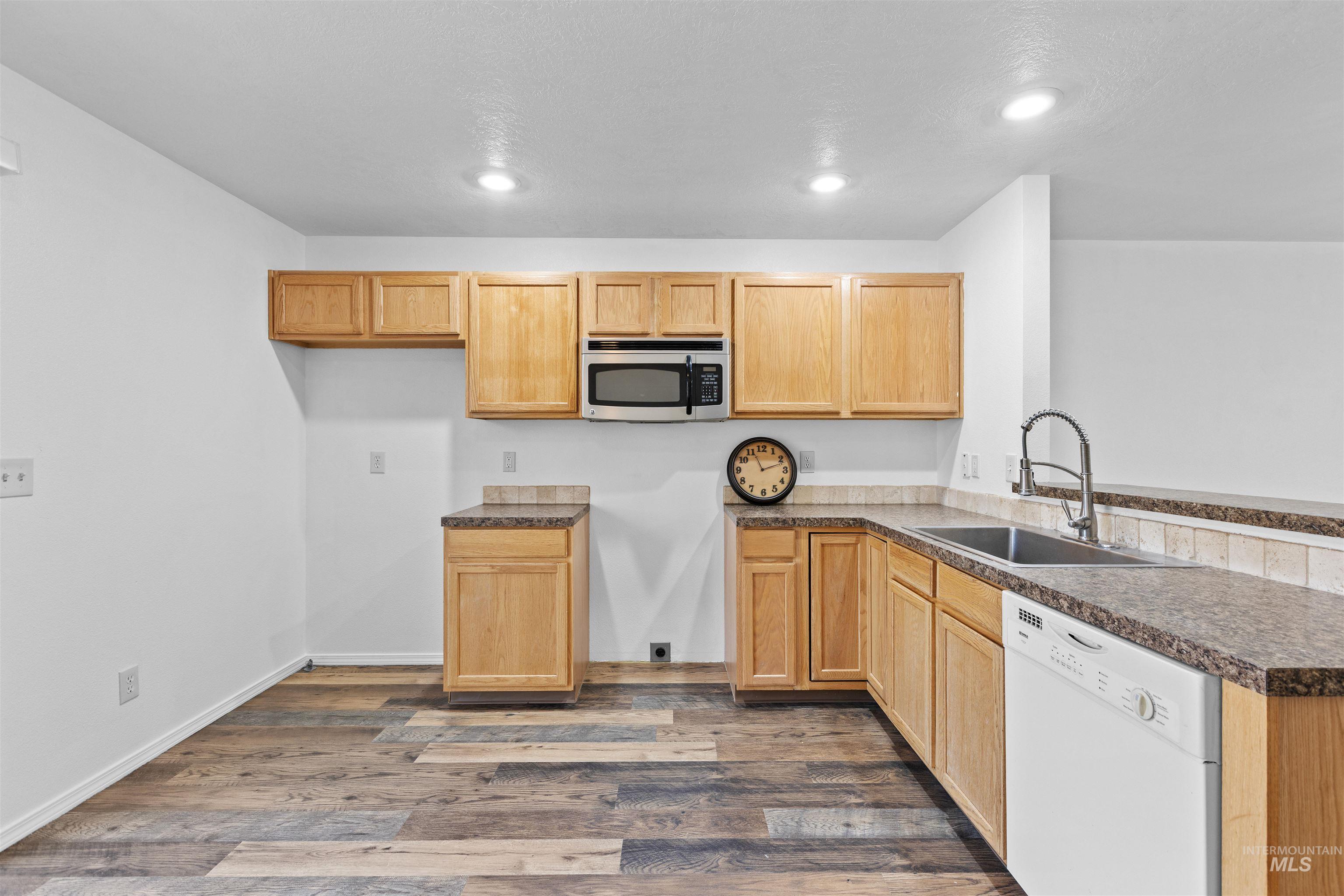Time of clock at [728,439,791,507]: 11:11
